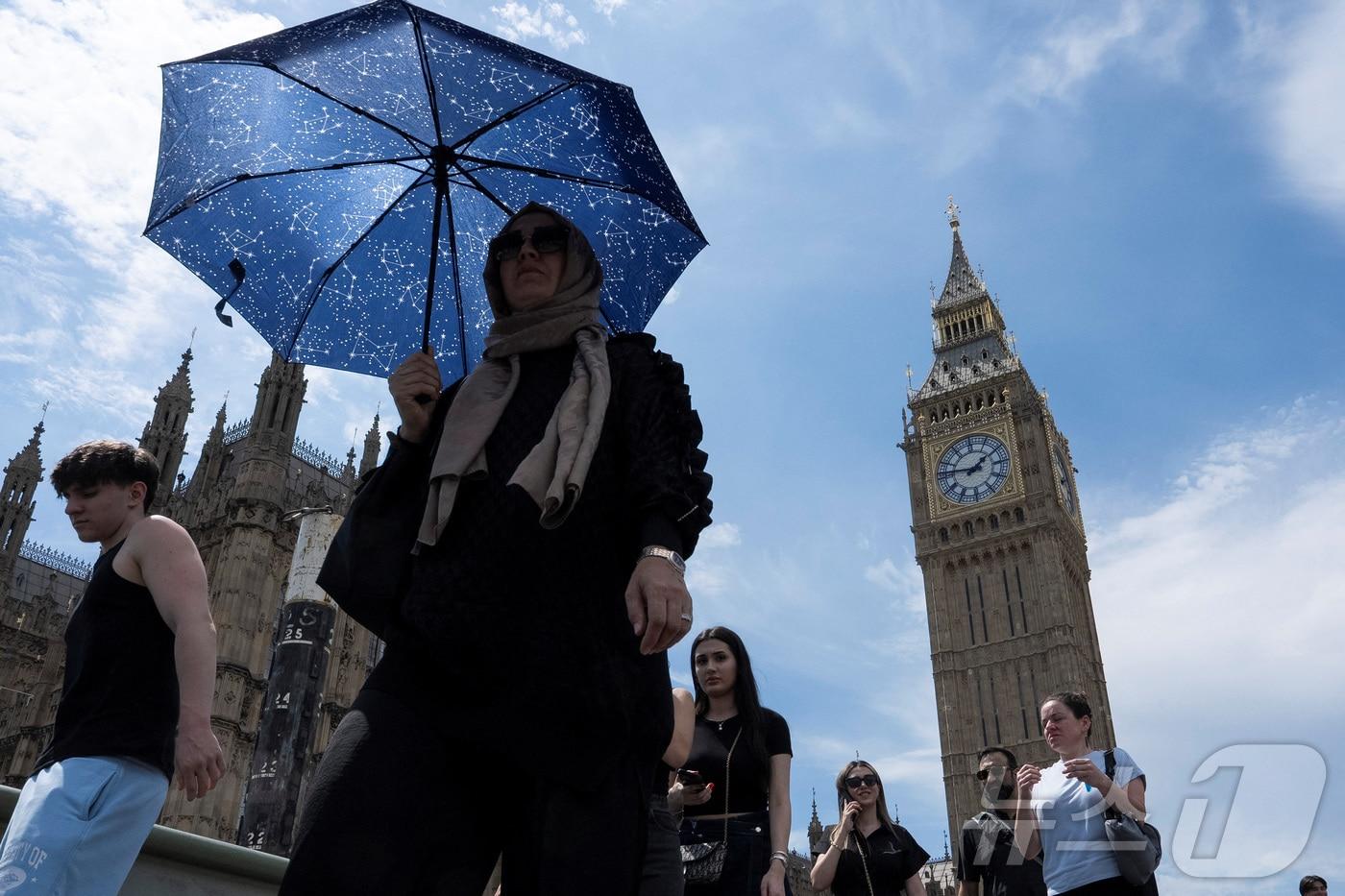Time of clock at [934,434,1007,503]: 1:46
